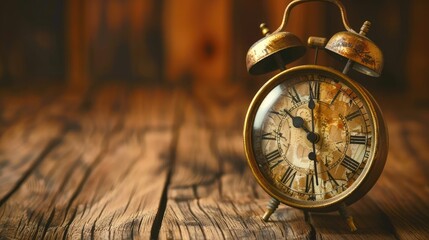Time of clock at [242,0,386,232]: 10:28
